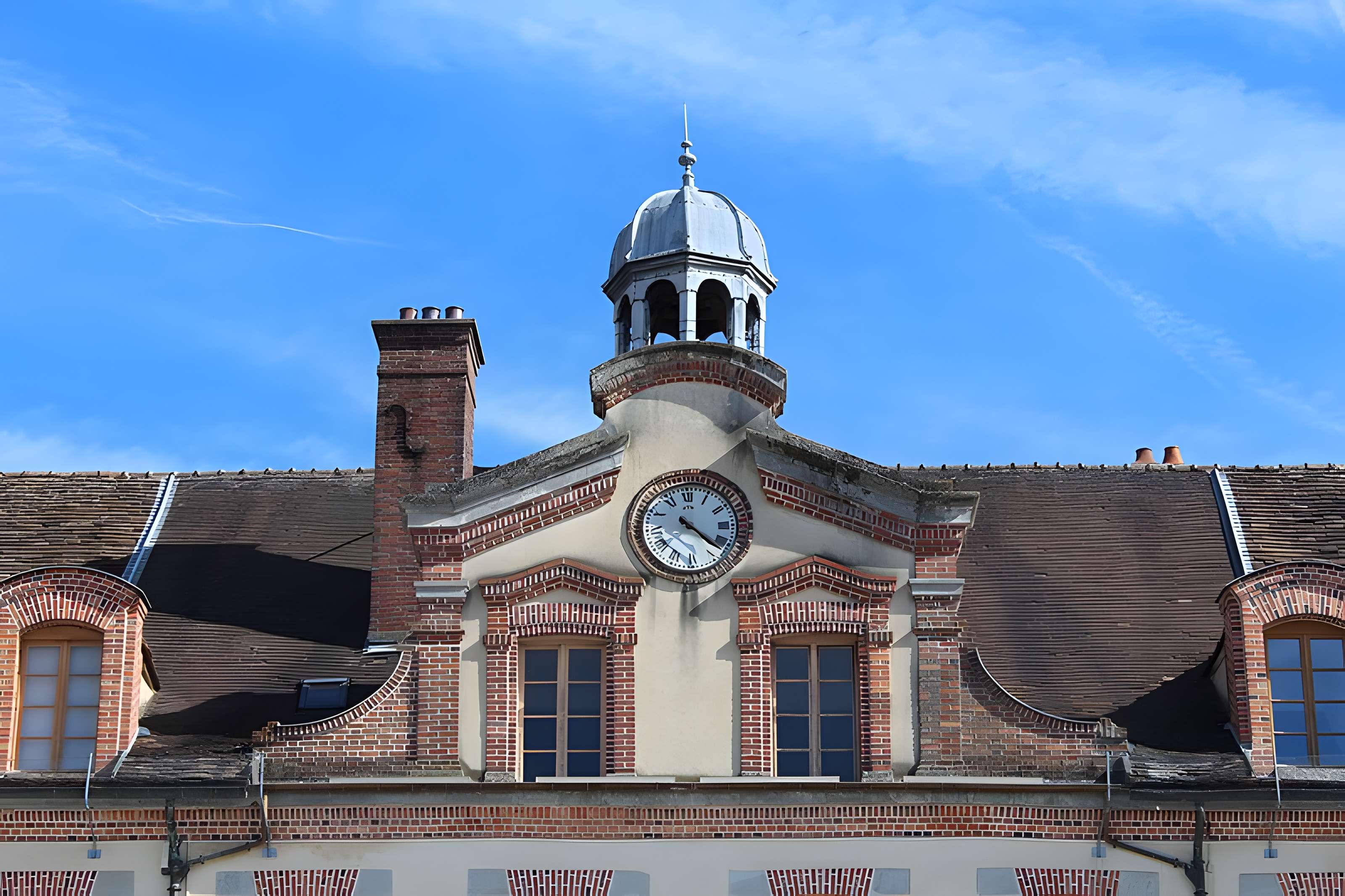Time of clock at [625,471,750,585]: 4:22
